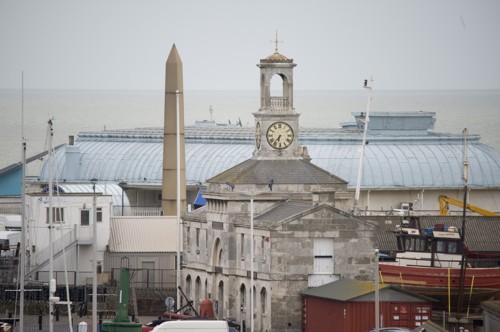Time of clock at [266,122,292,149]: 6:36
